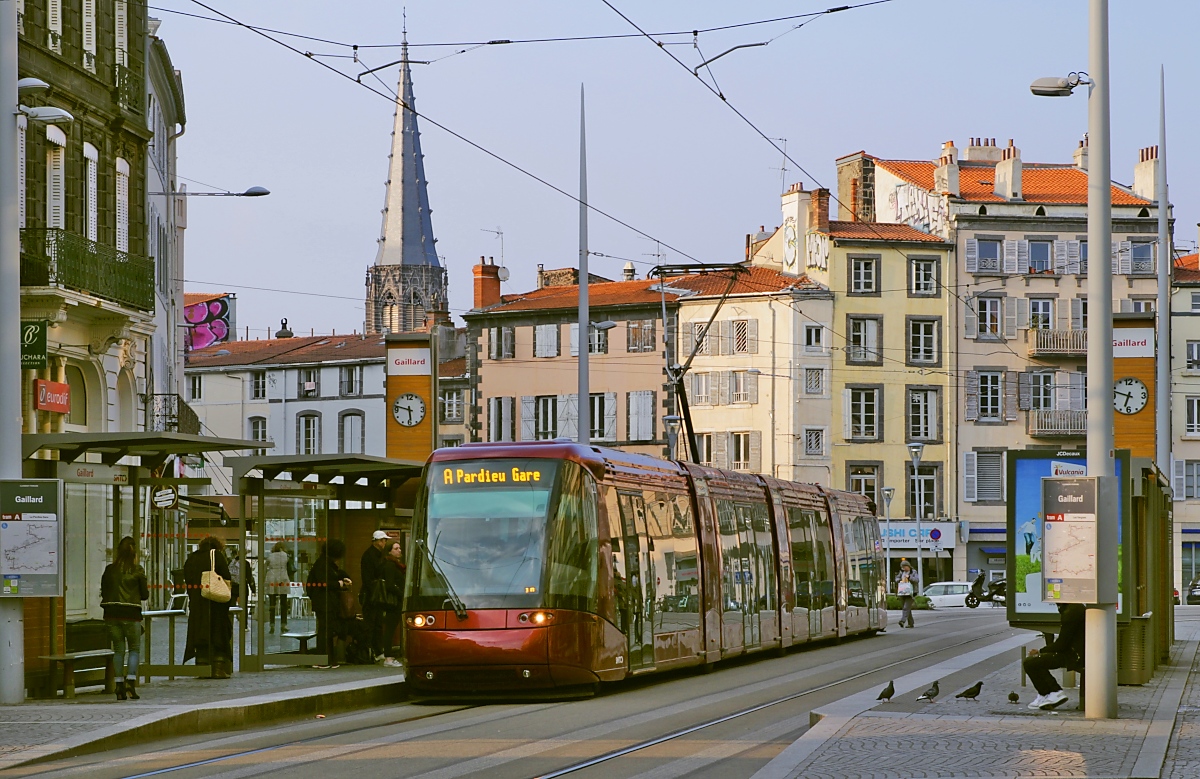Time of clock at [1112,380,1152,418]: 6:47
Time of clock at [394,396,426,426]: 5:47
